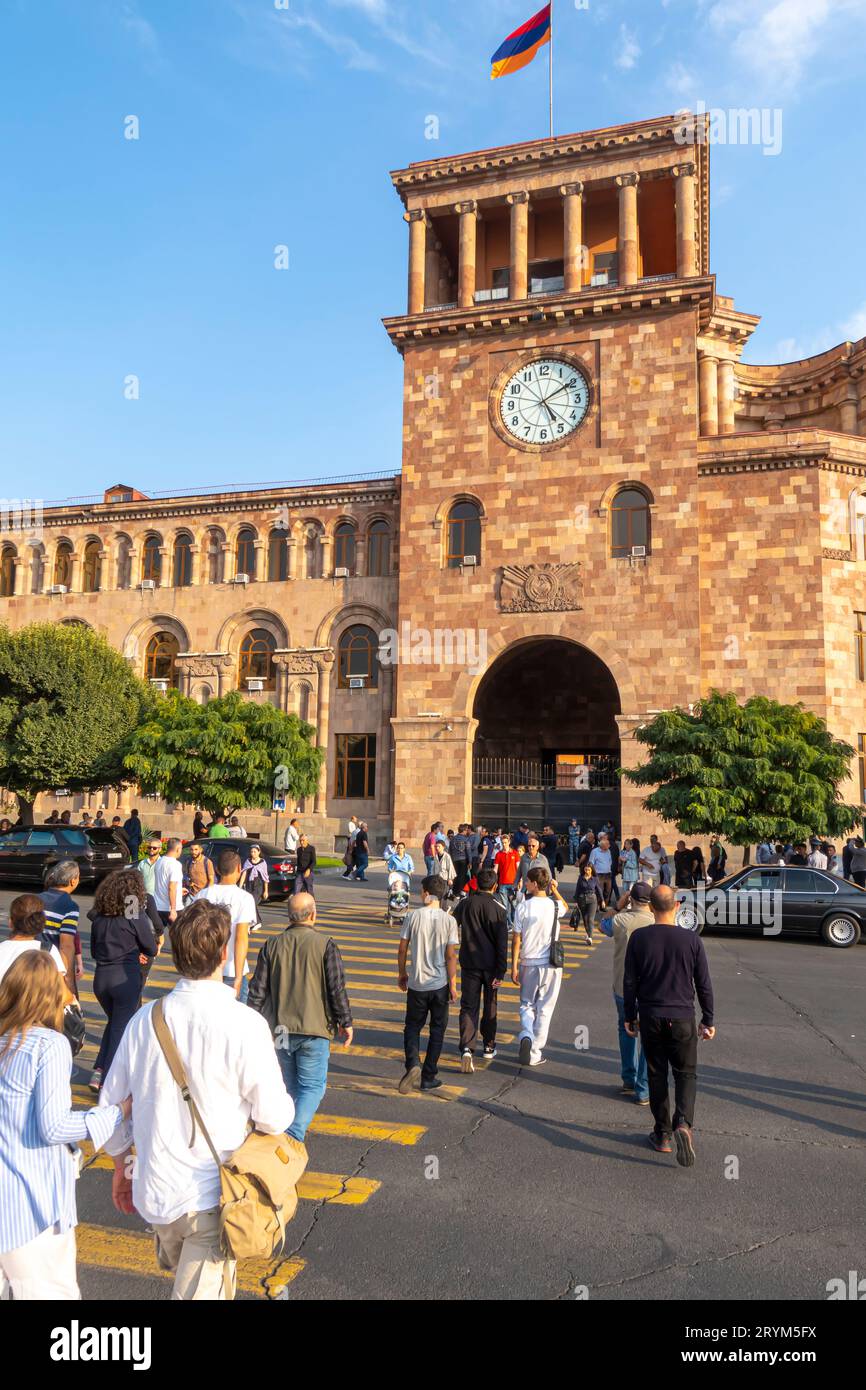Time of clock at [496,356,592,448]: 5:09
